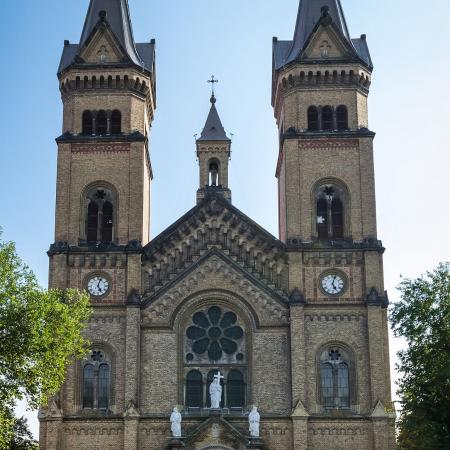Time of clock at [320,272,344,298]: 5:03
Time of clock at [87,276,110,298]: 5:03
